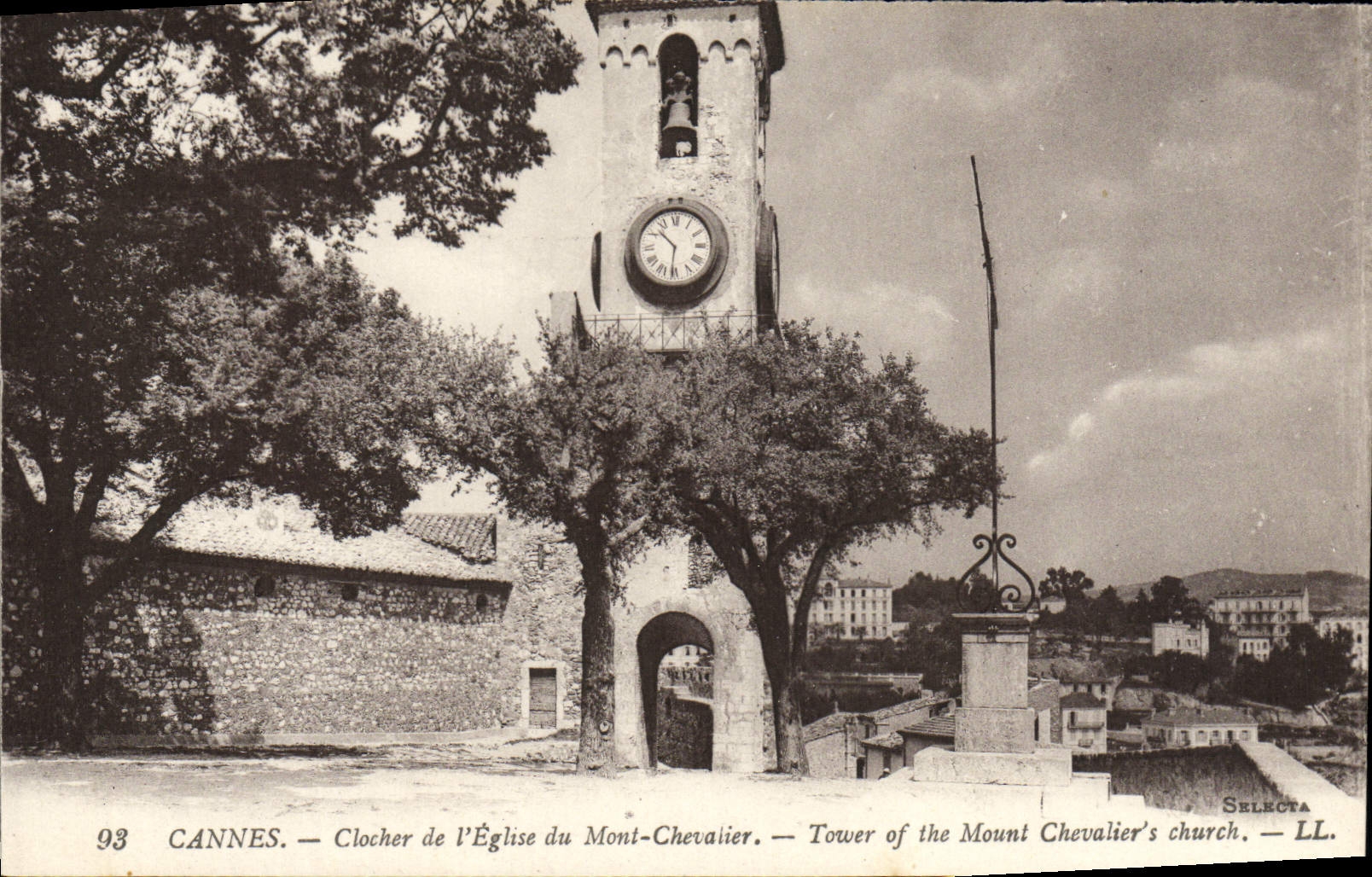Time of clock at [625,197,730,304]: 10:31
